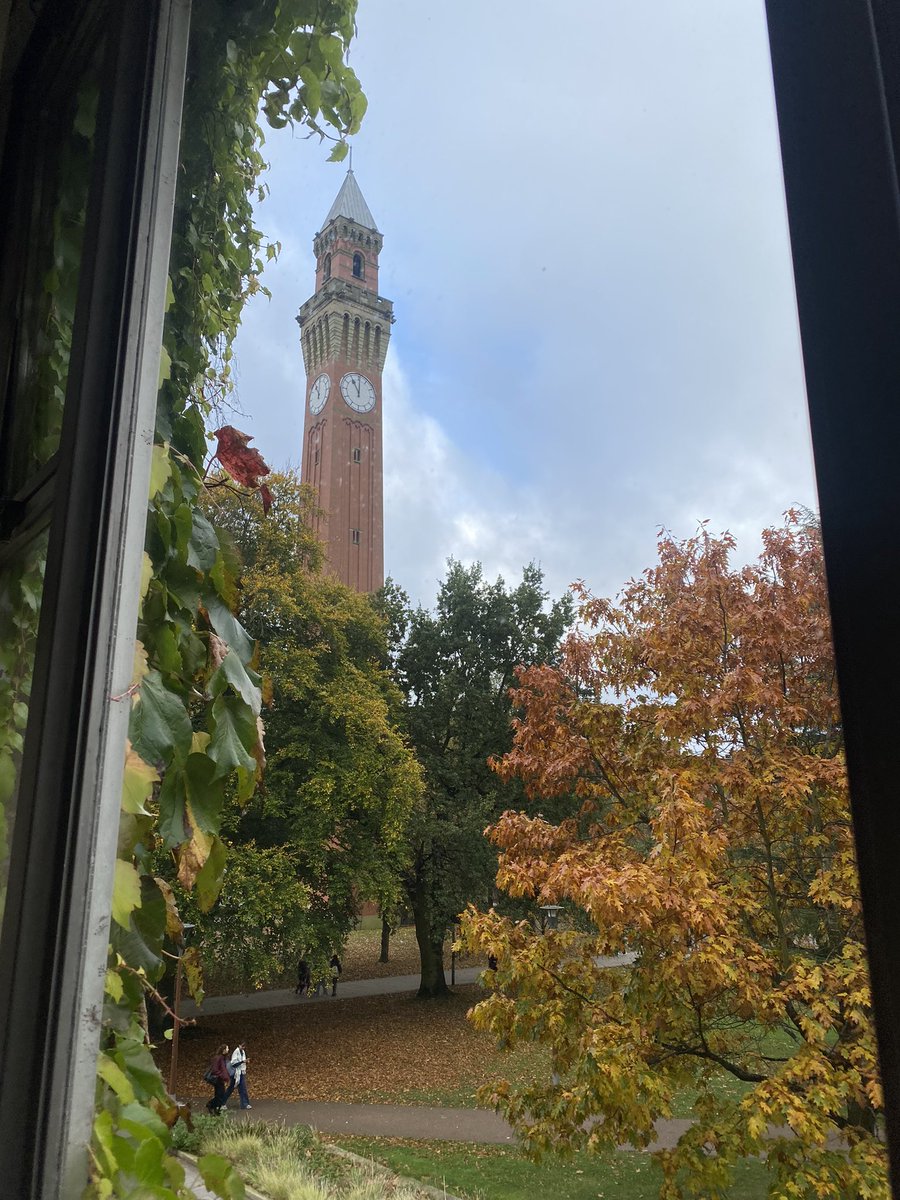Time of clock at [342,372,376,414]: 11:00
